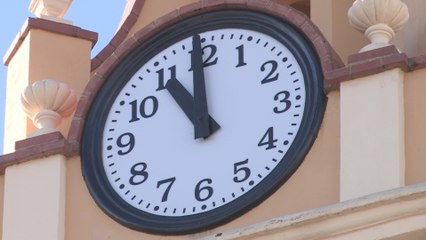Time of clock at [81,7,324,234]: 10:59
